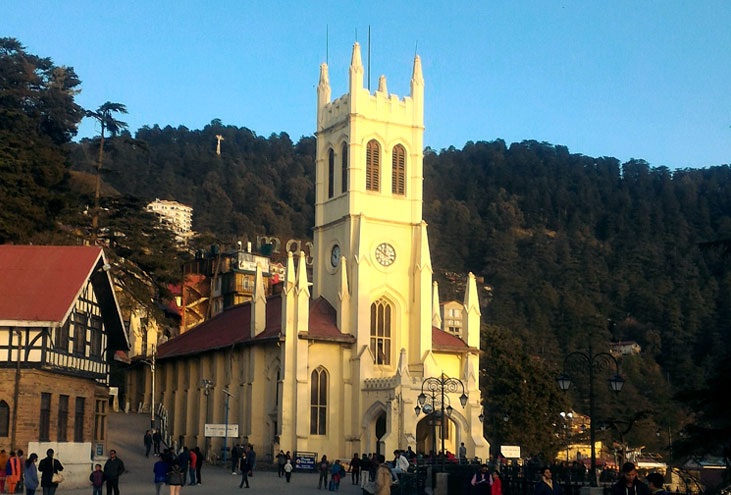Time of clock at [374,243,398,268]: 11:50
